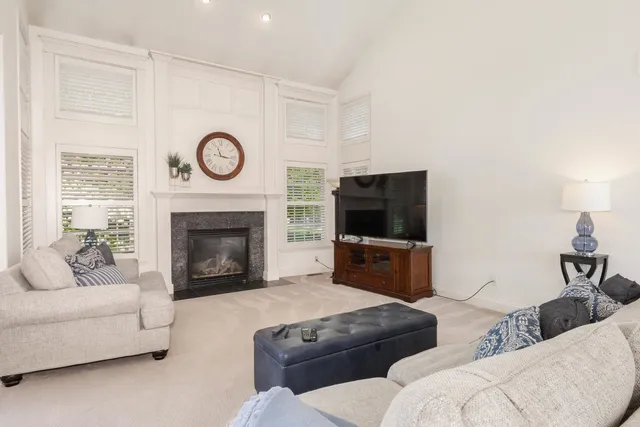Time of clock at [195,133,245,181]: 11:16
